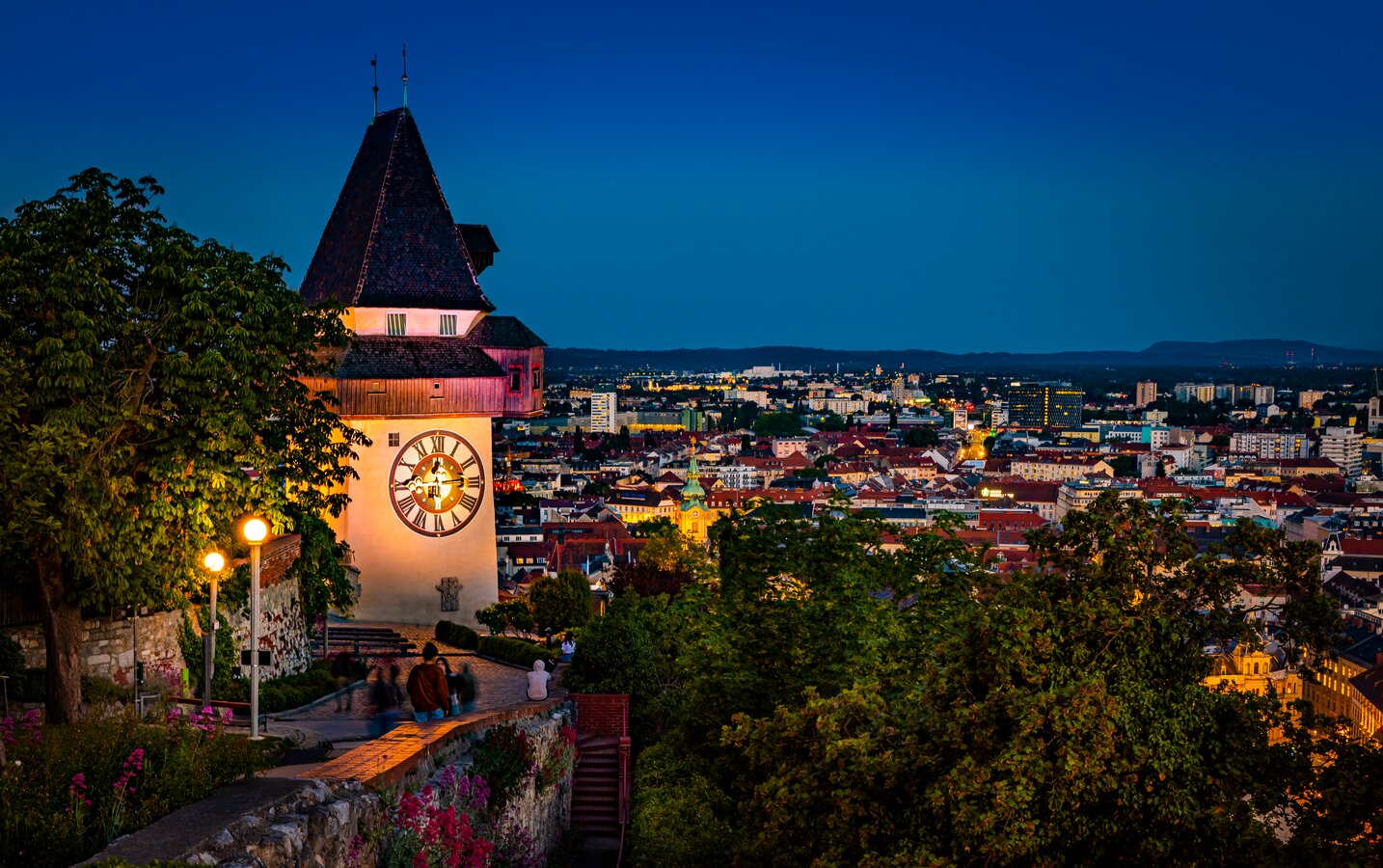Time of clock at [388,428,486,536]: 12:13
